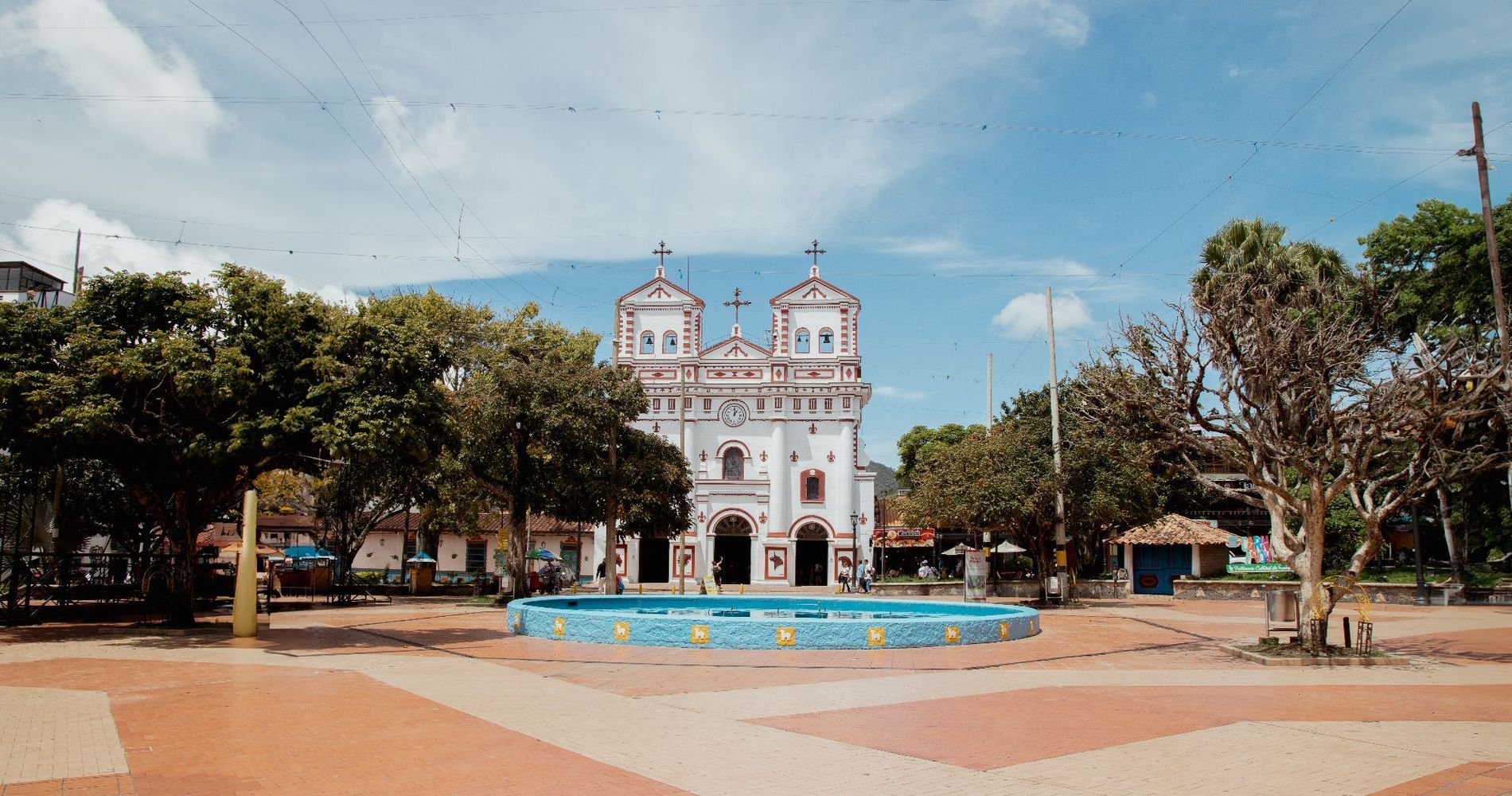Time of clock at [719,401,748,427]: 1:00
